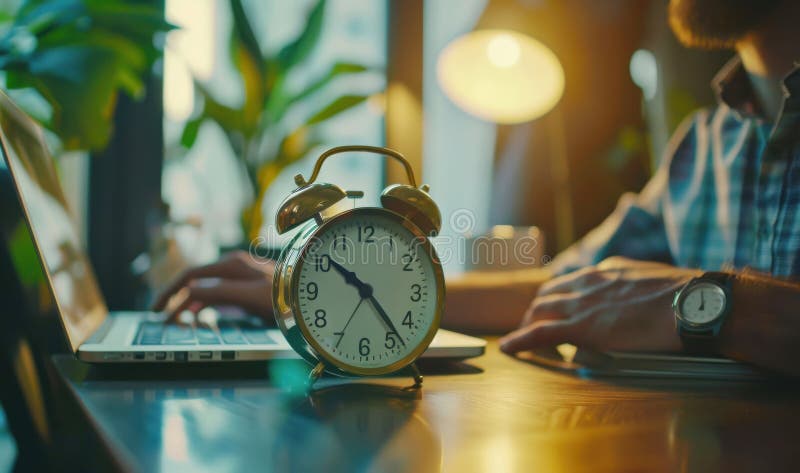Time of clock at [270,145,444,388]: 10:23
